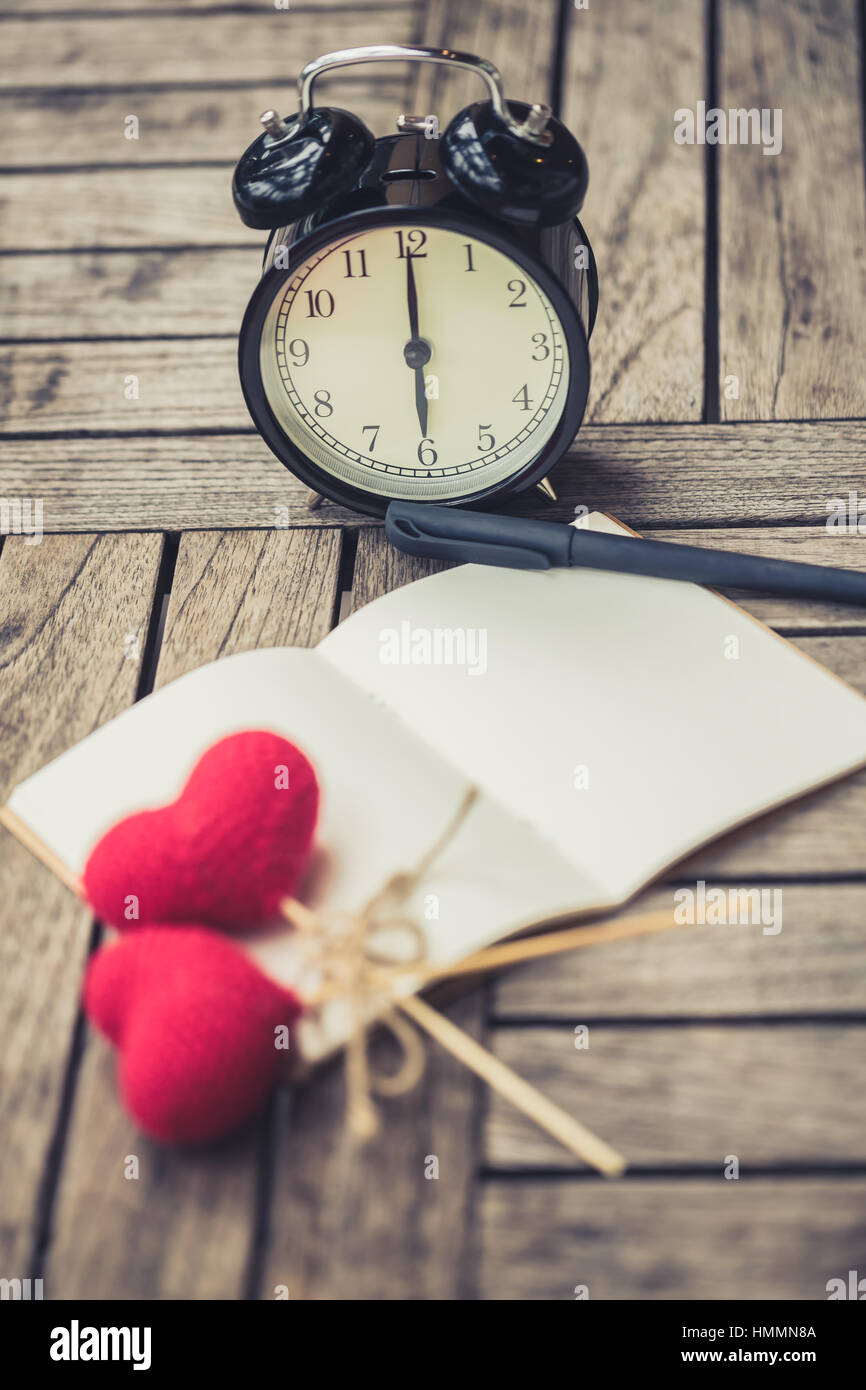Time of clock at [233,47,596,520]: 6:00
